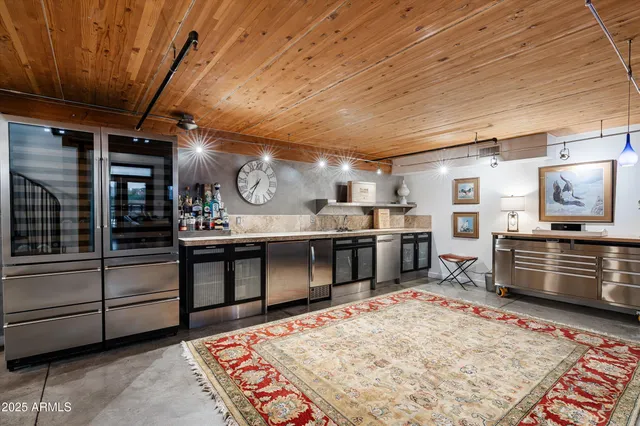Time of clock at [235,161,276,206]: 7:34
